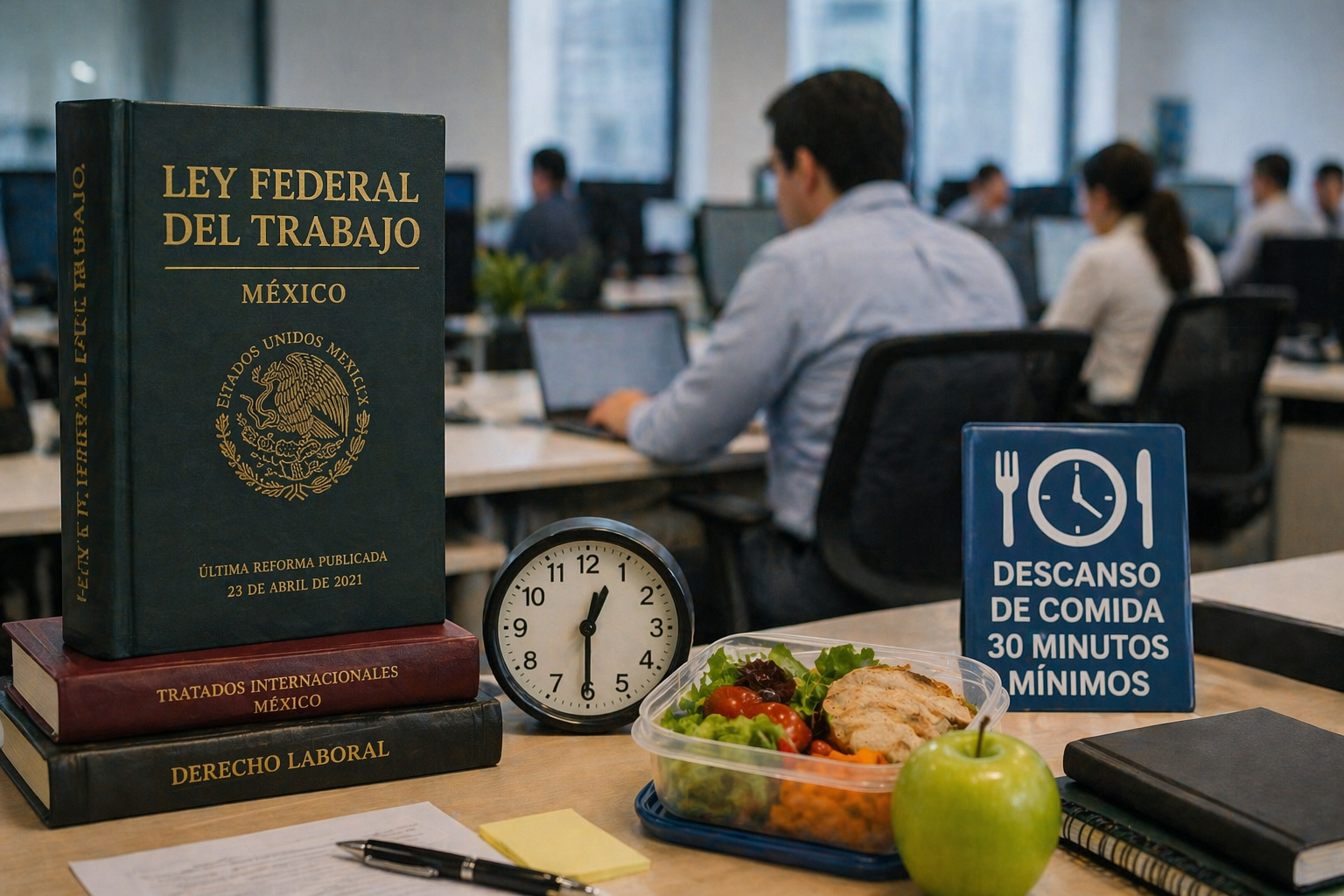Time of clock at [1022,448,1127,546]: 12:20
